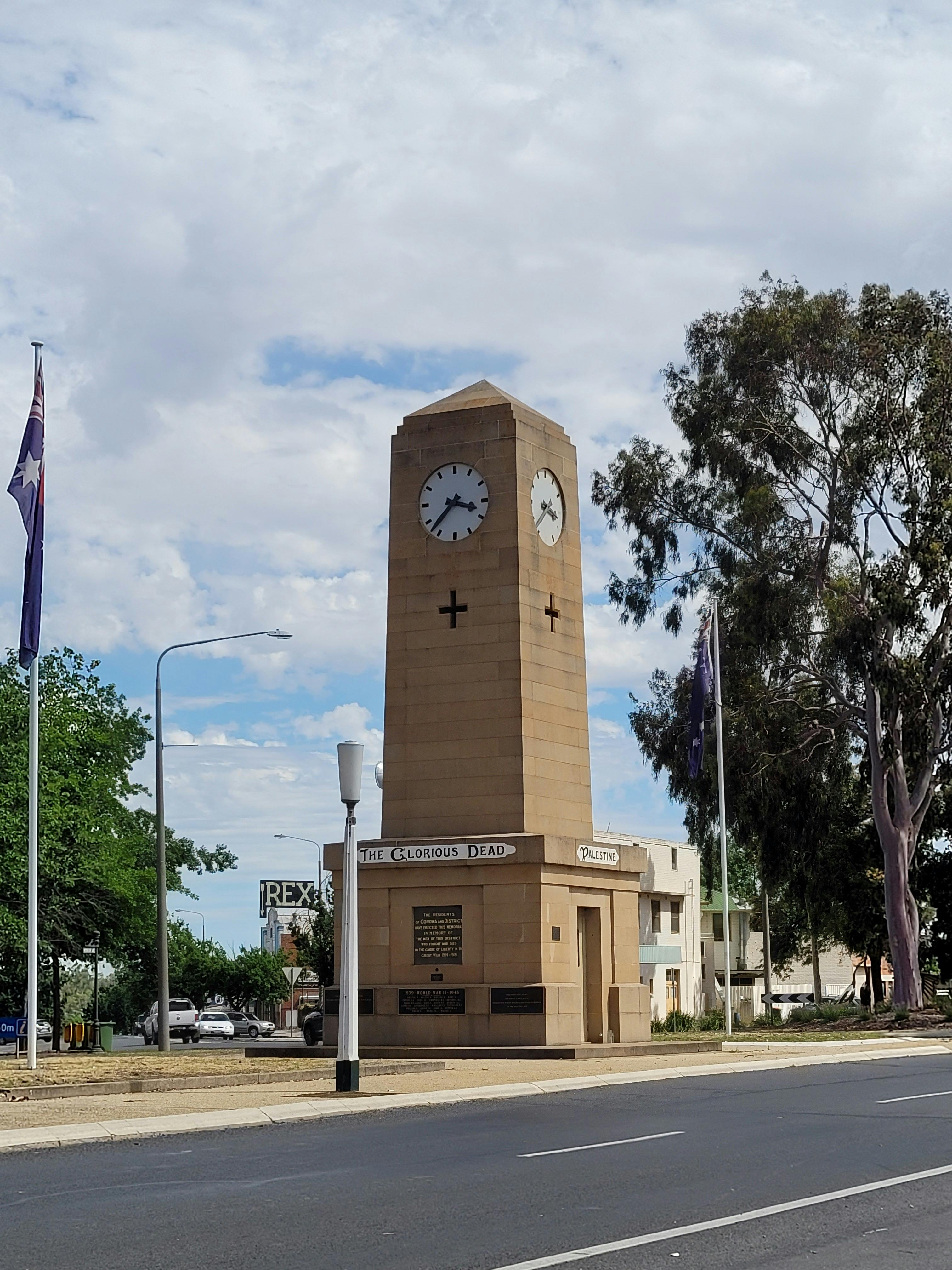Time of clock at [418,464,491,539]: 3:37
